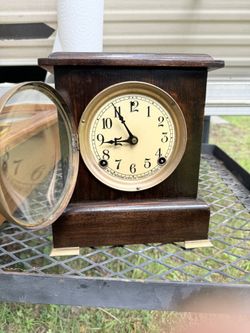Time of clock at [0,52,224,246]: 8:55
